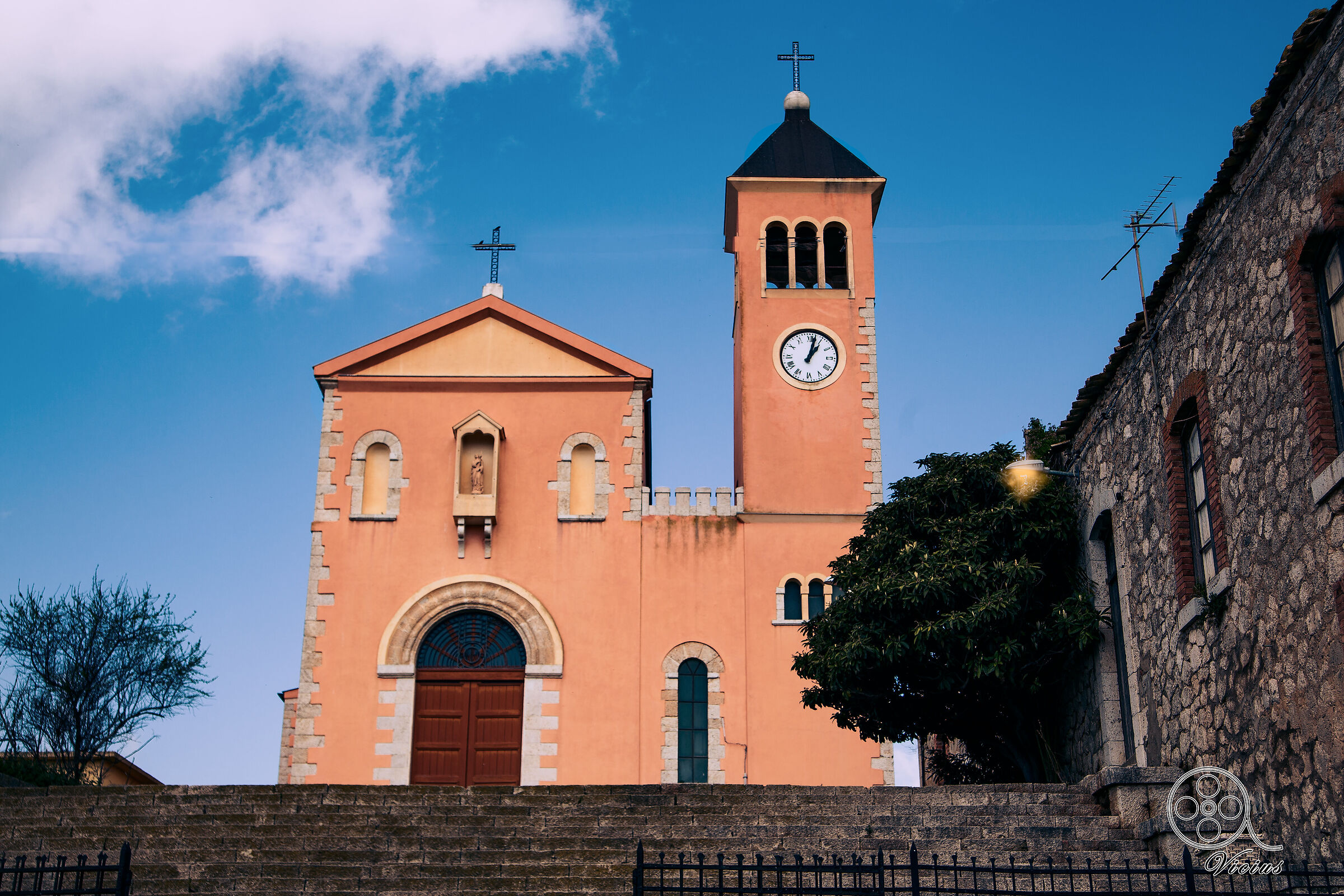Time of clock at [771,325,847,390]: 1:02
